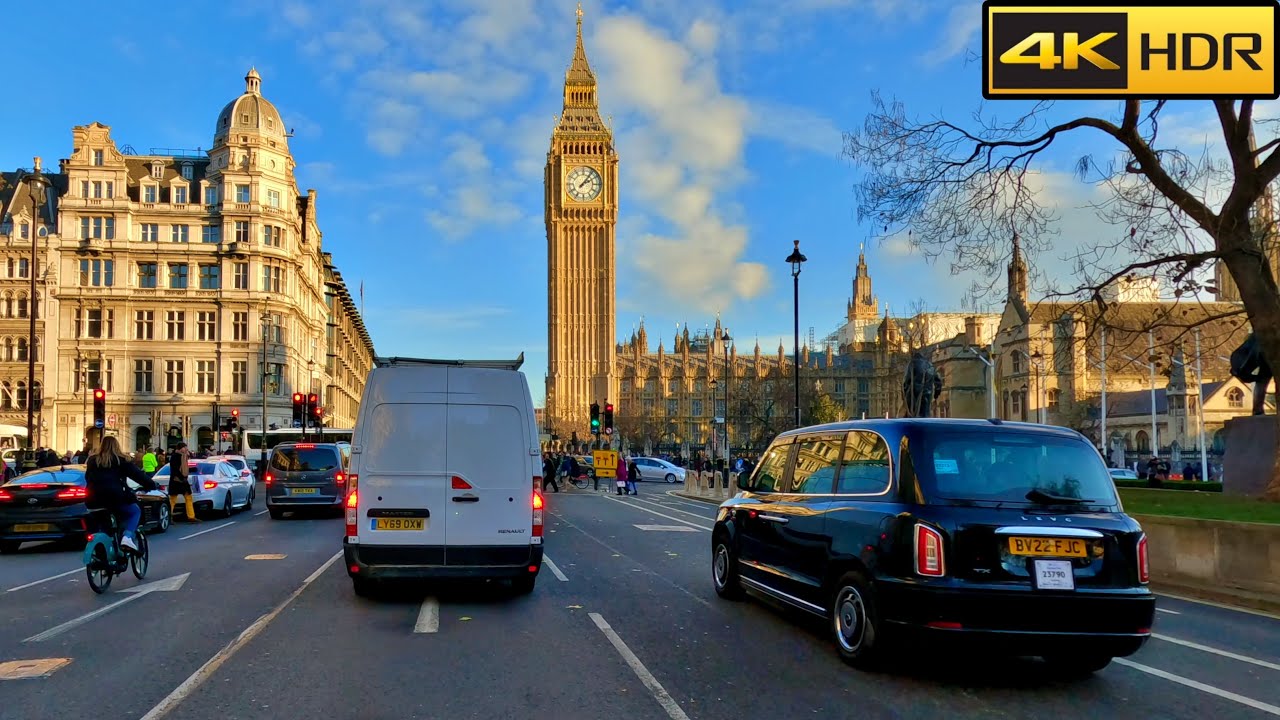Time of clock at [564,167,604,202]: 2:06
